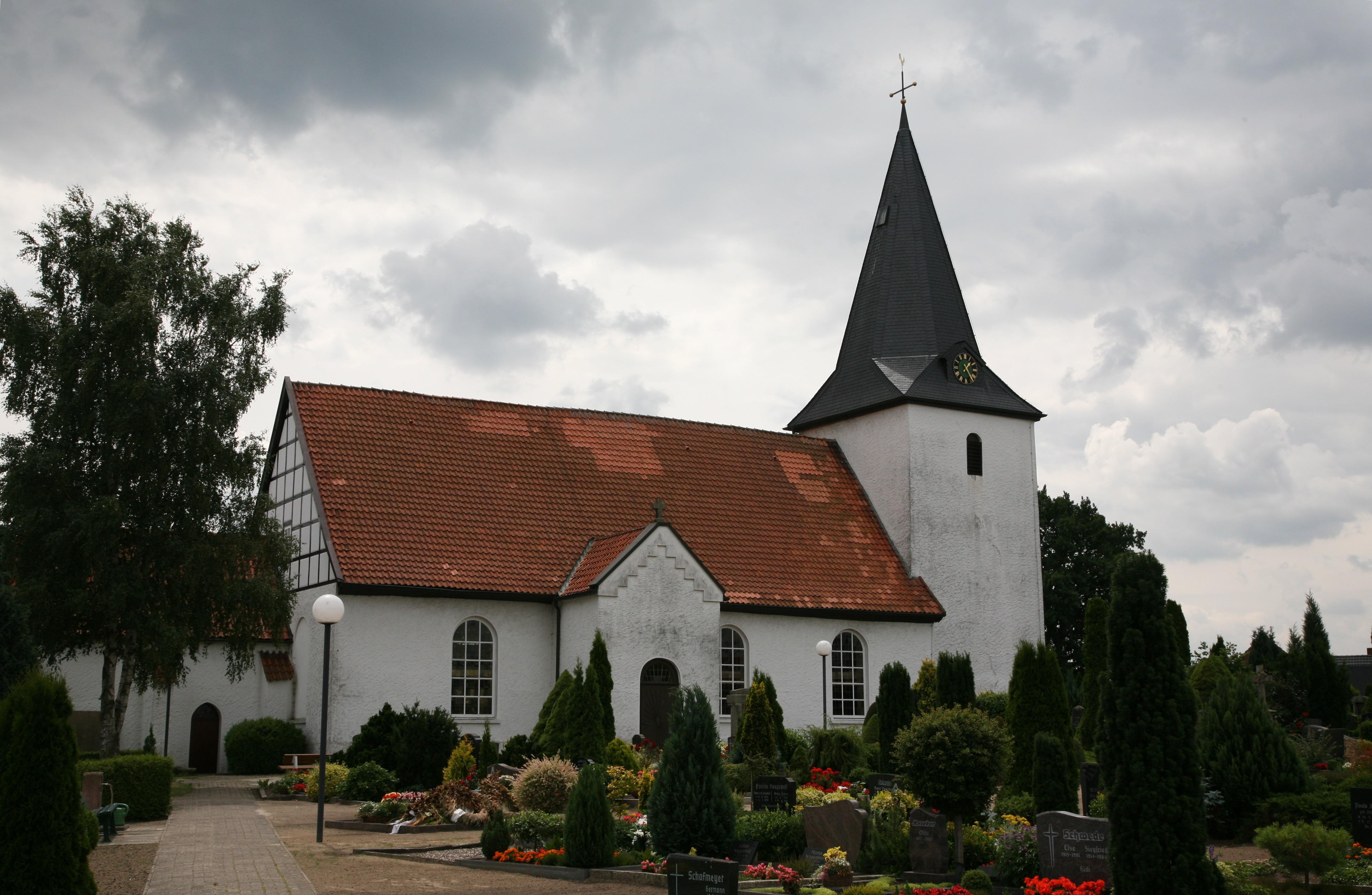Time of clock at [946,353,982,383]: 1:24
